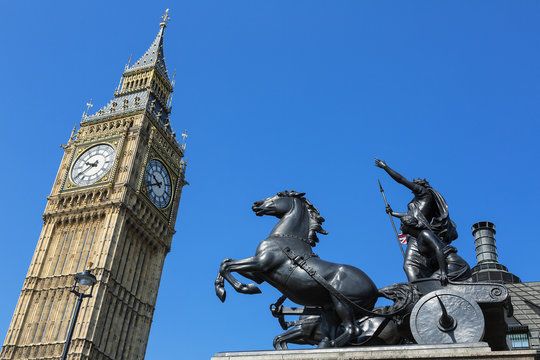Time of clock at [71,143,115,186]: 9:39
